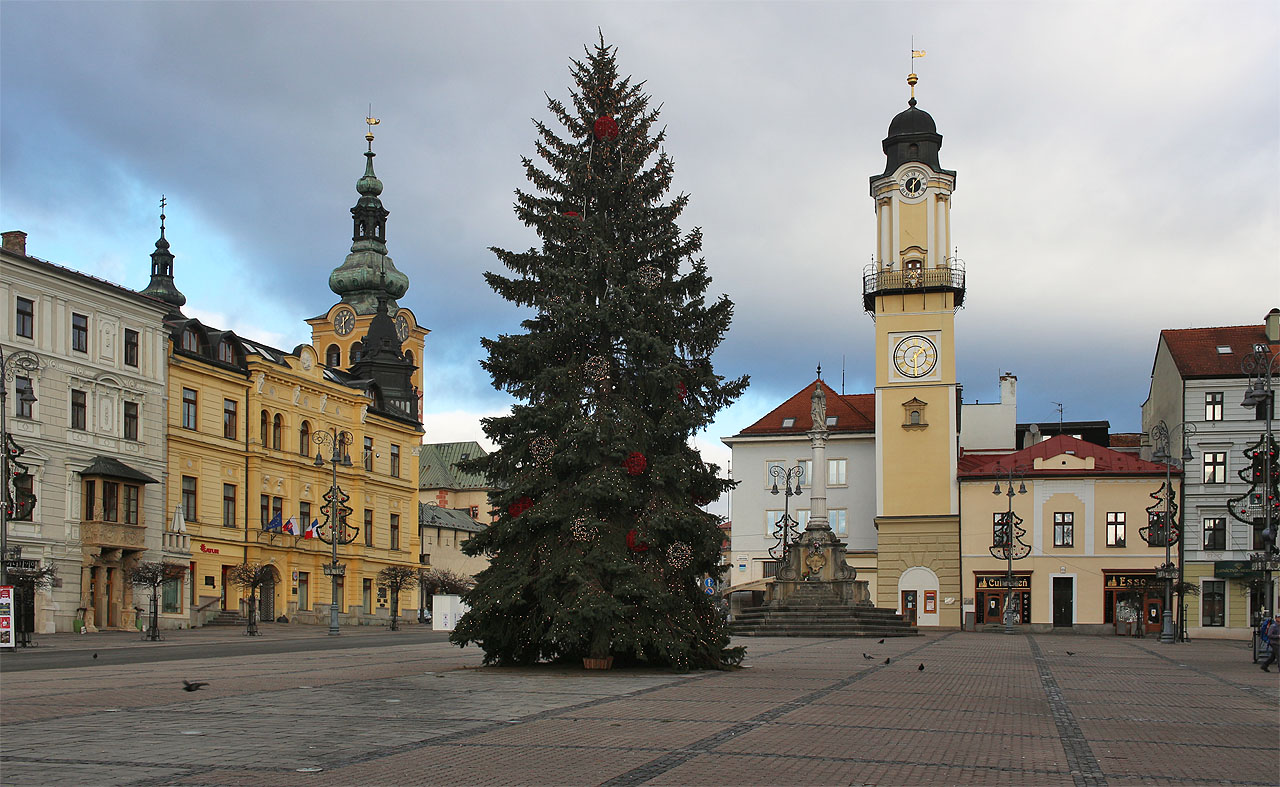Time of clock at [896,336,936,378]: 1:29
